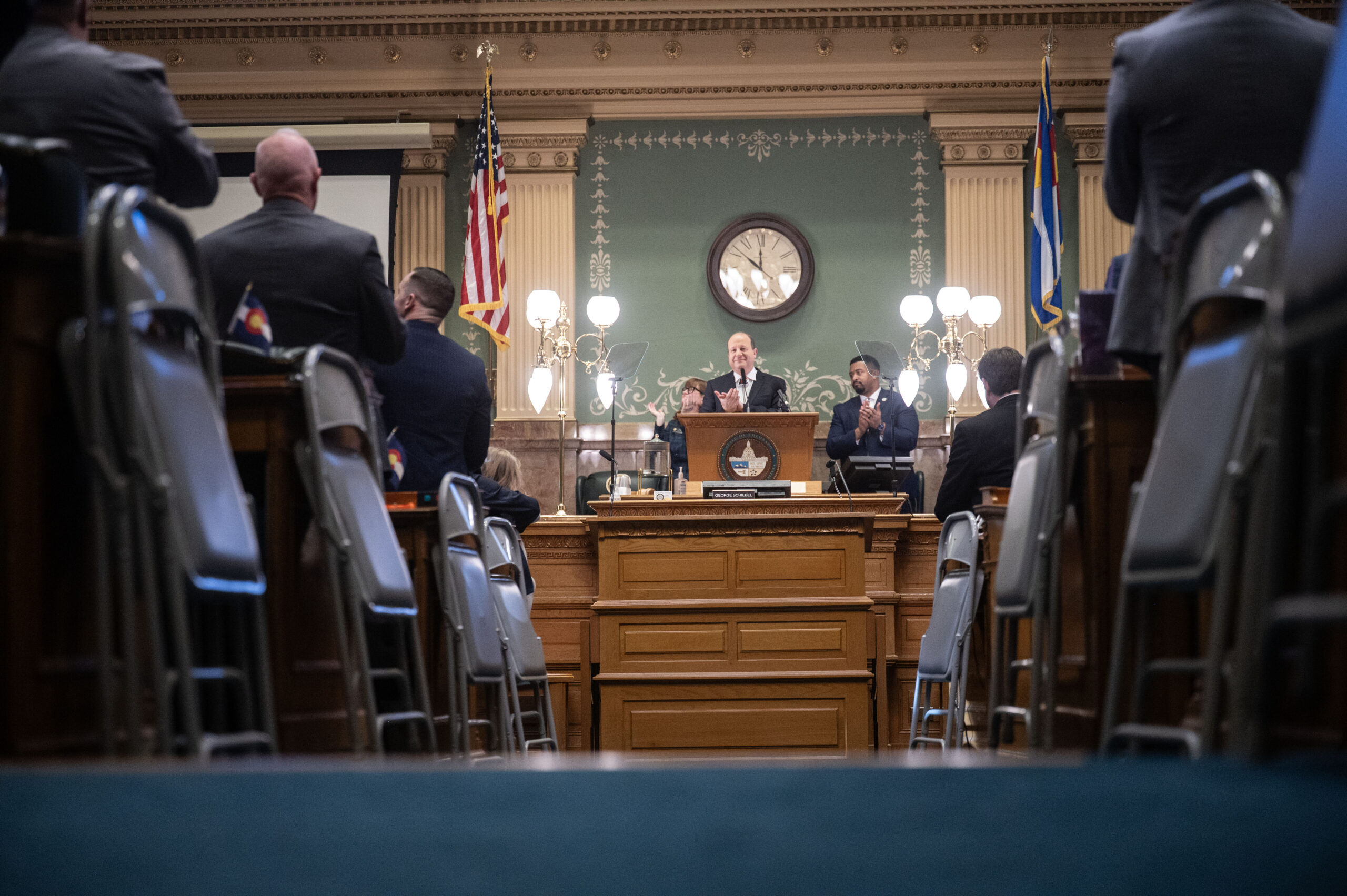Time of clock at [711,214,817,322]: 11:51
